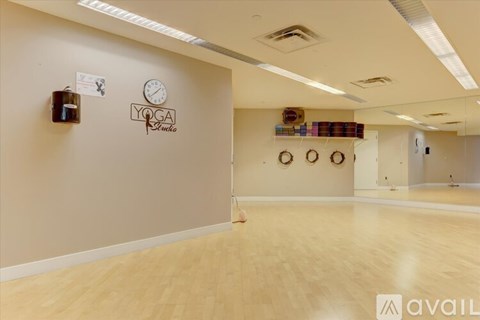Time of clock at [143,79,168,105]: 1:38
